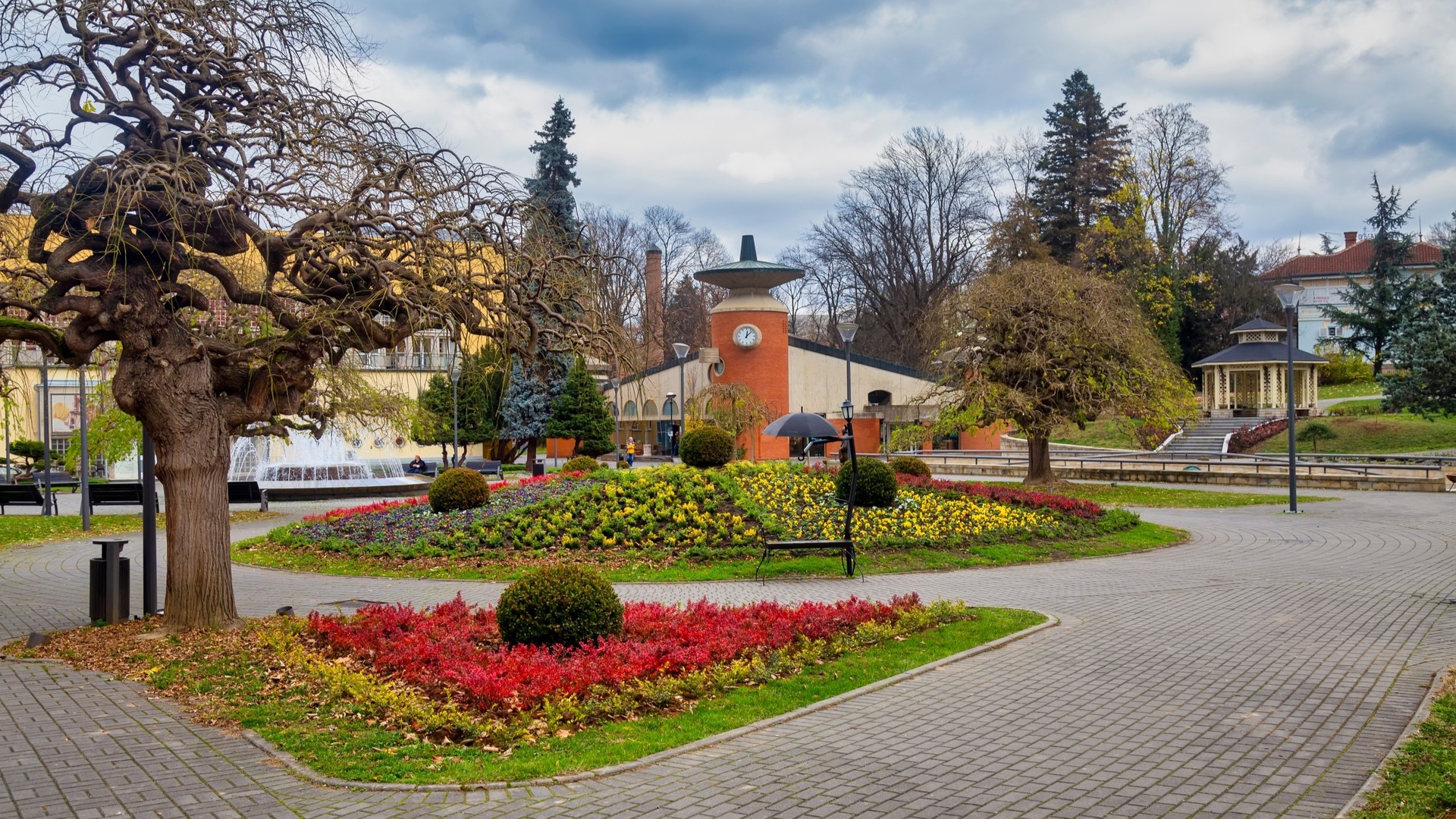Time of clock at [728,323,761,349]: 12:07
